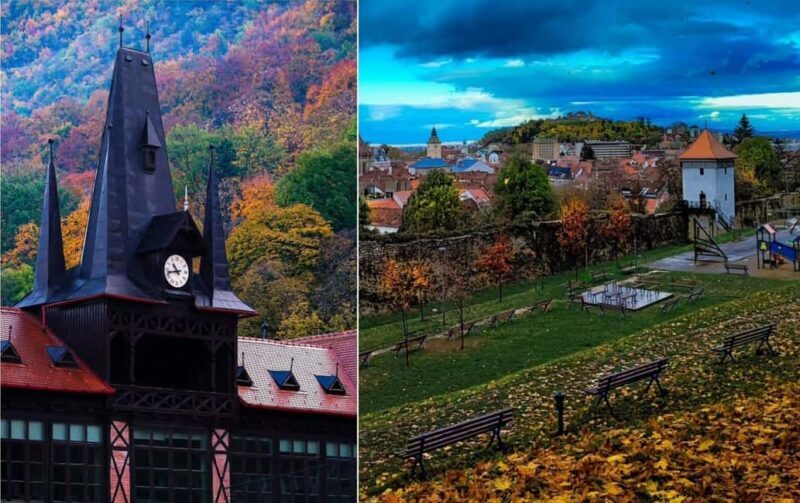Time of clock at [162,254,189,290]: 10:42
